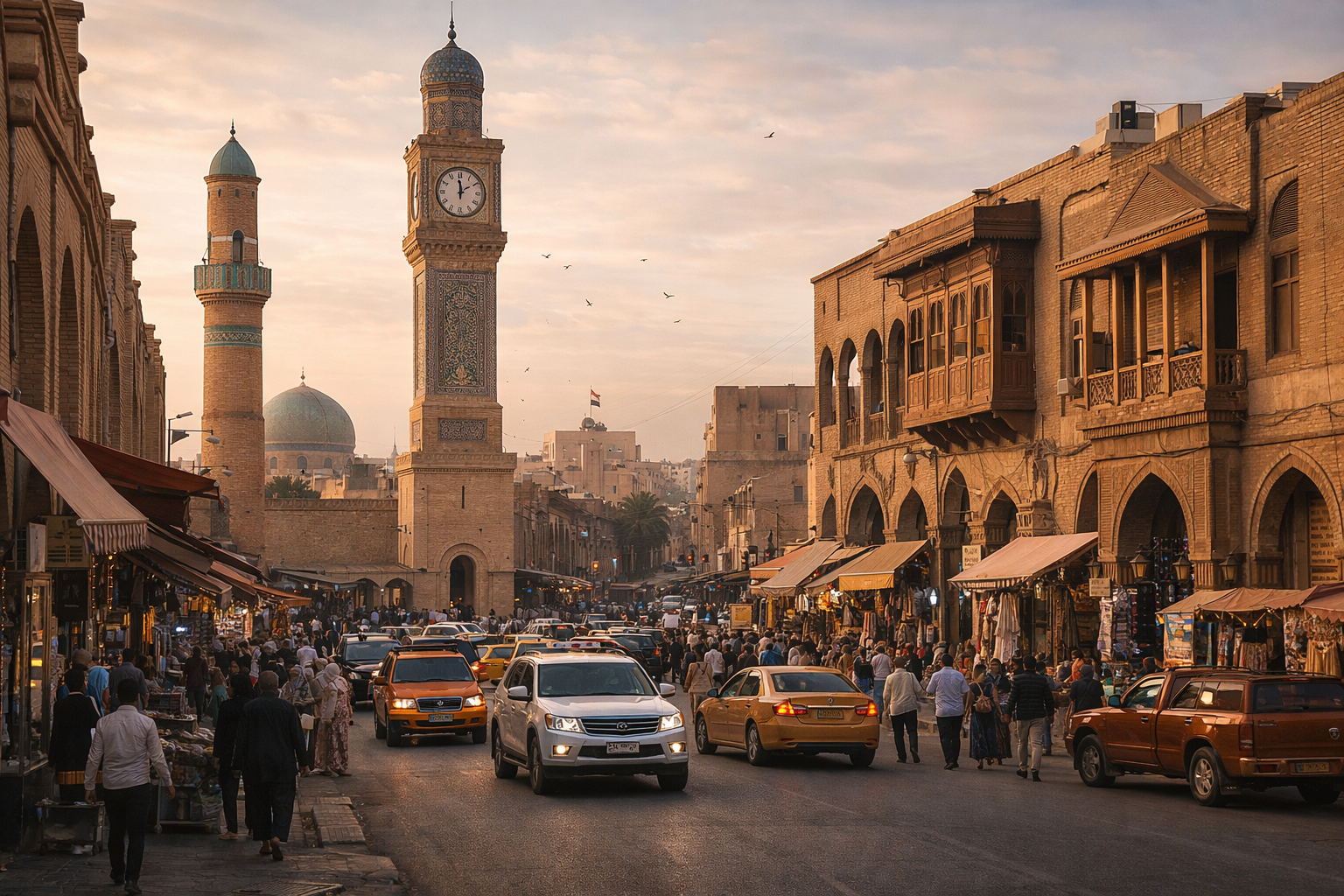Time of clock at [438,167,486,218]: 1:59
